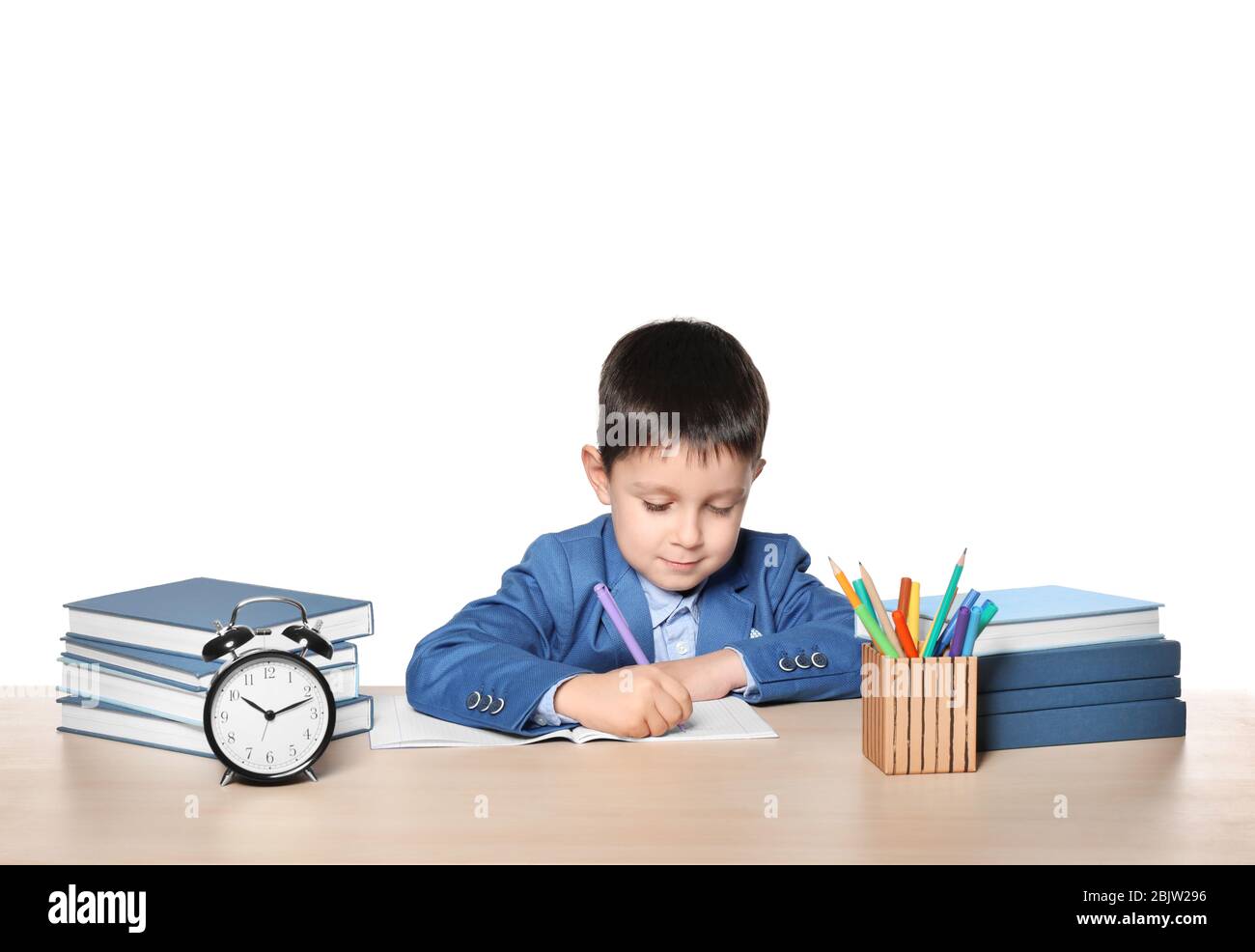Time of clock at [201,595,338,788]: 10:11
